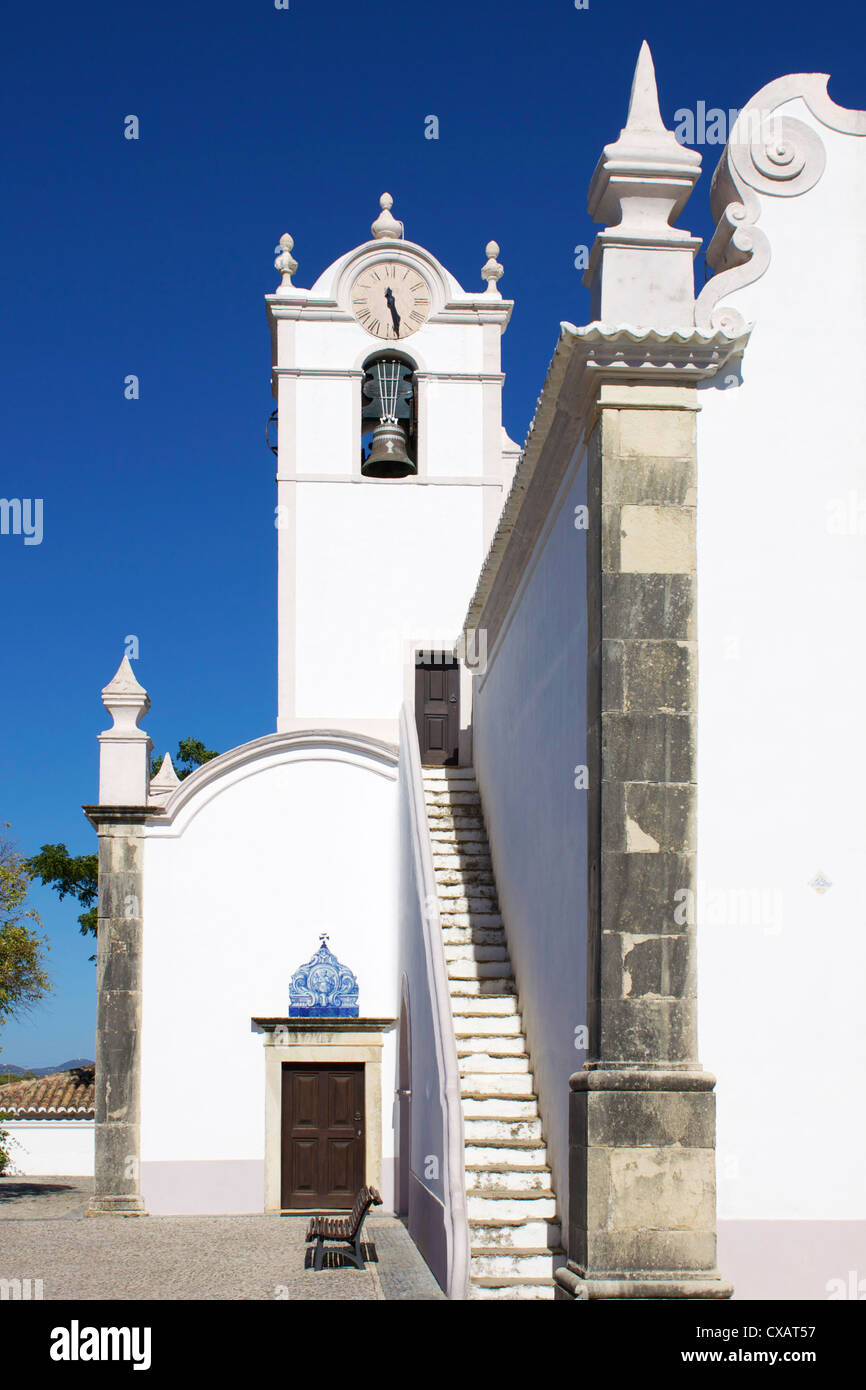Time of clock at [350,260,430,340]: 5:28
